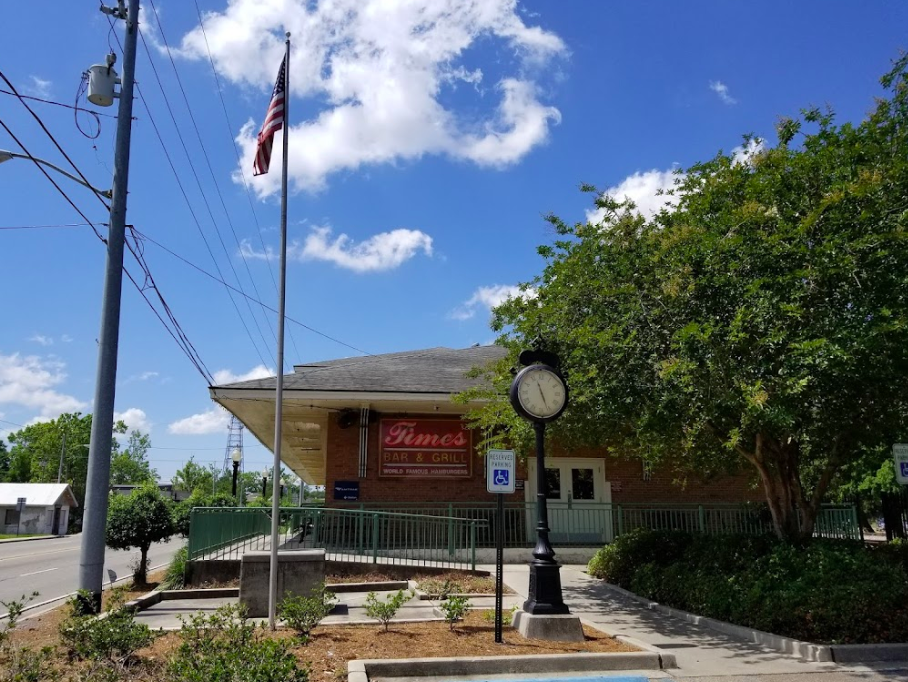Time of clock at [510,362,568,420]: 11:26
